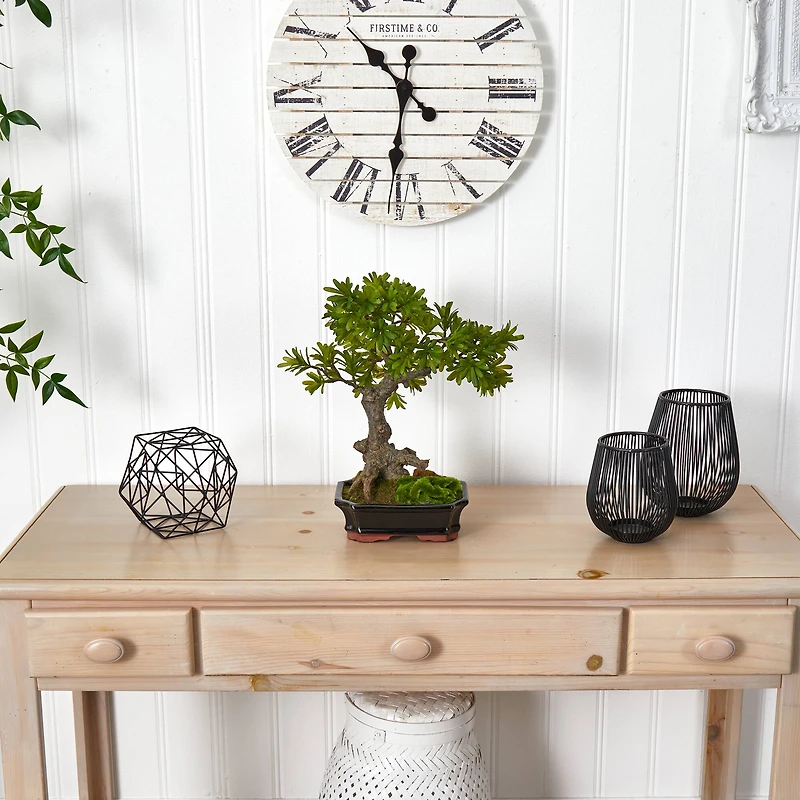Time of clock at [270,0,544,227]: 10:31
